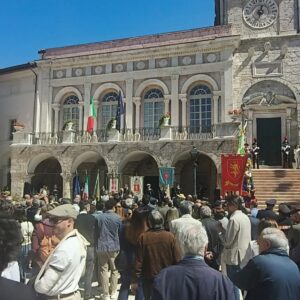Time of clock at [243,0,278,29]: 12:34
